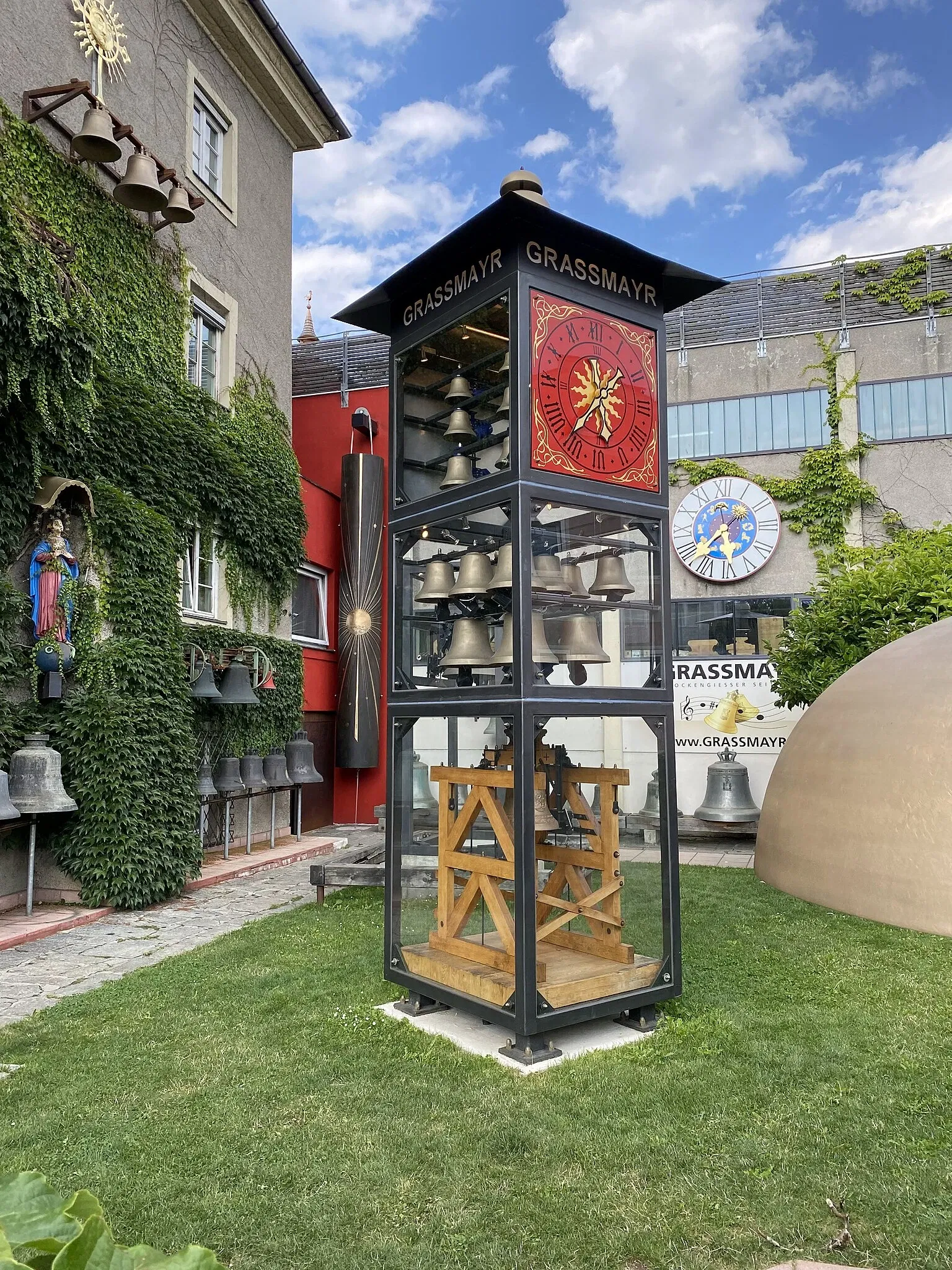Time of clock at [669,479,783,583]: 1:37
